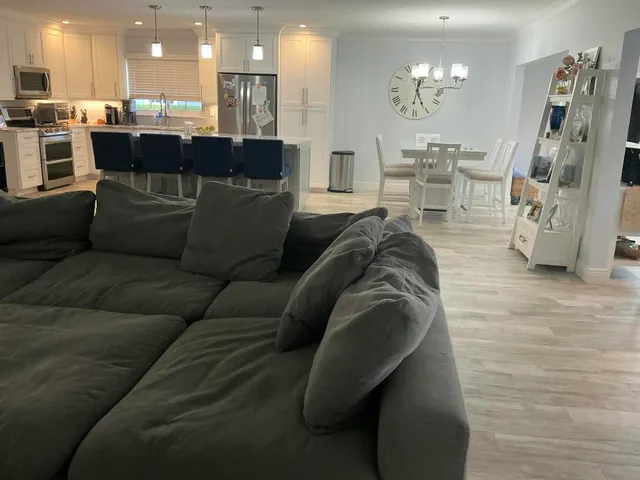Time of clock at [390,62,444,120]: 12:25
